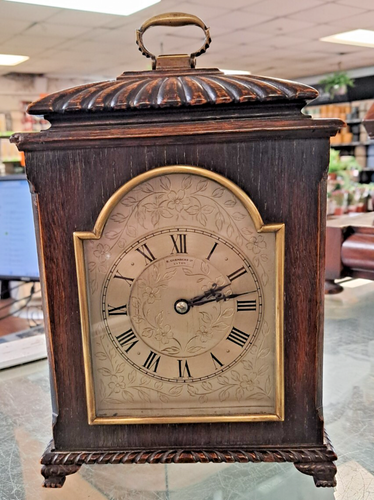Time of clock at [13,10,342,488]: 2:14
